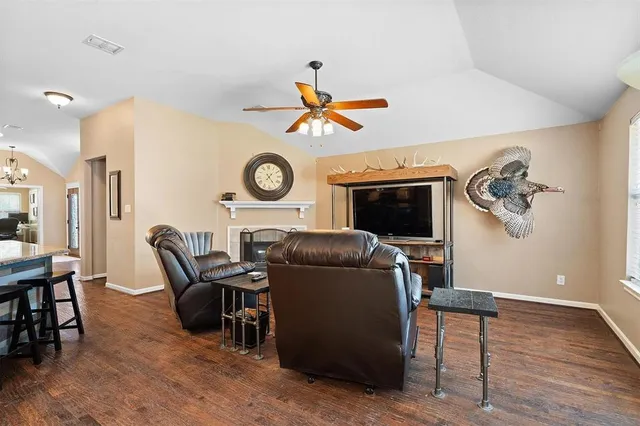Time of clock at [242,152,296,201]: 1:24
